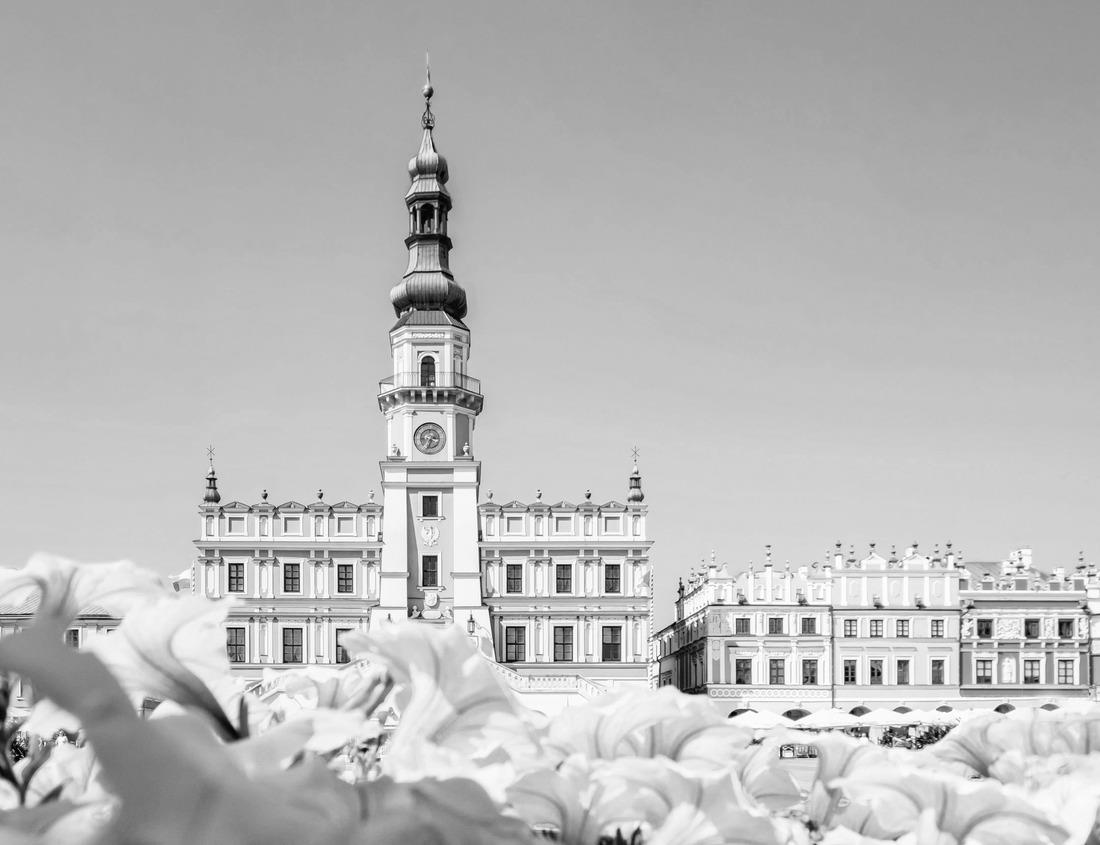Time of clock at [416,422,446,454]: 2:33
